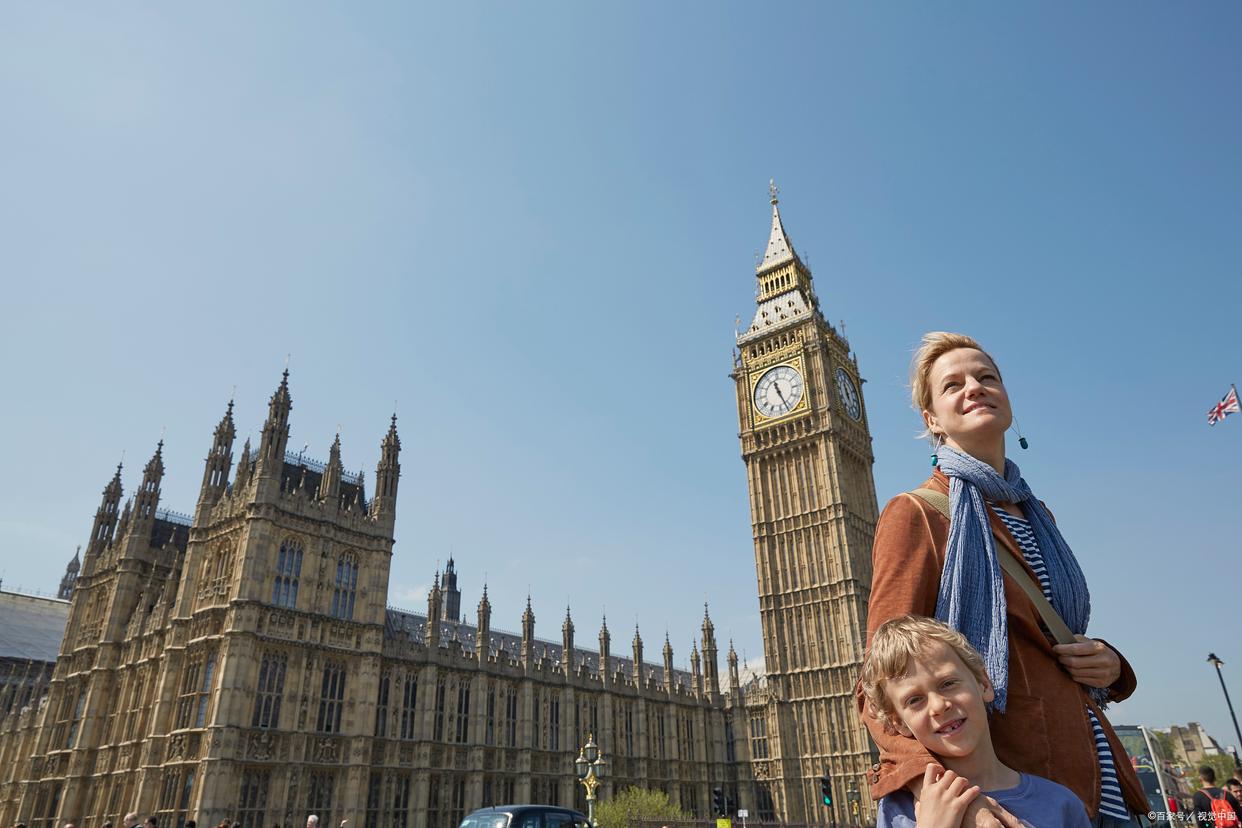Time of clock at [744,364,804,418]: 11:26
